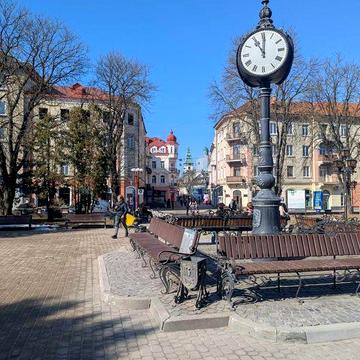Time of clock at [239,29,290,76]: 11:00
